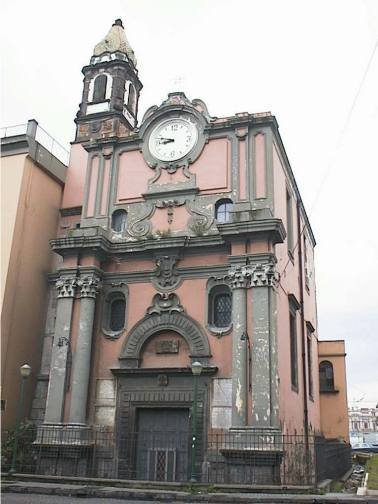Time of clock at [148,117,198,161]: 8:47
